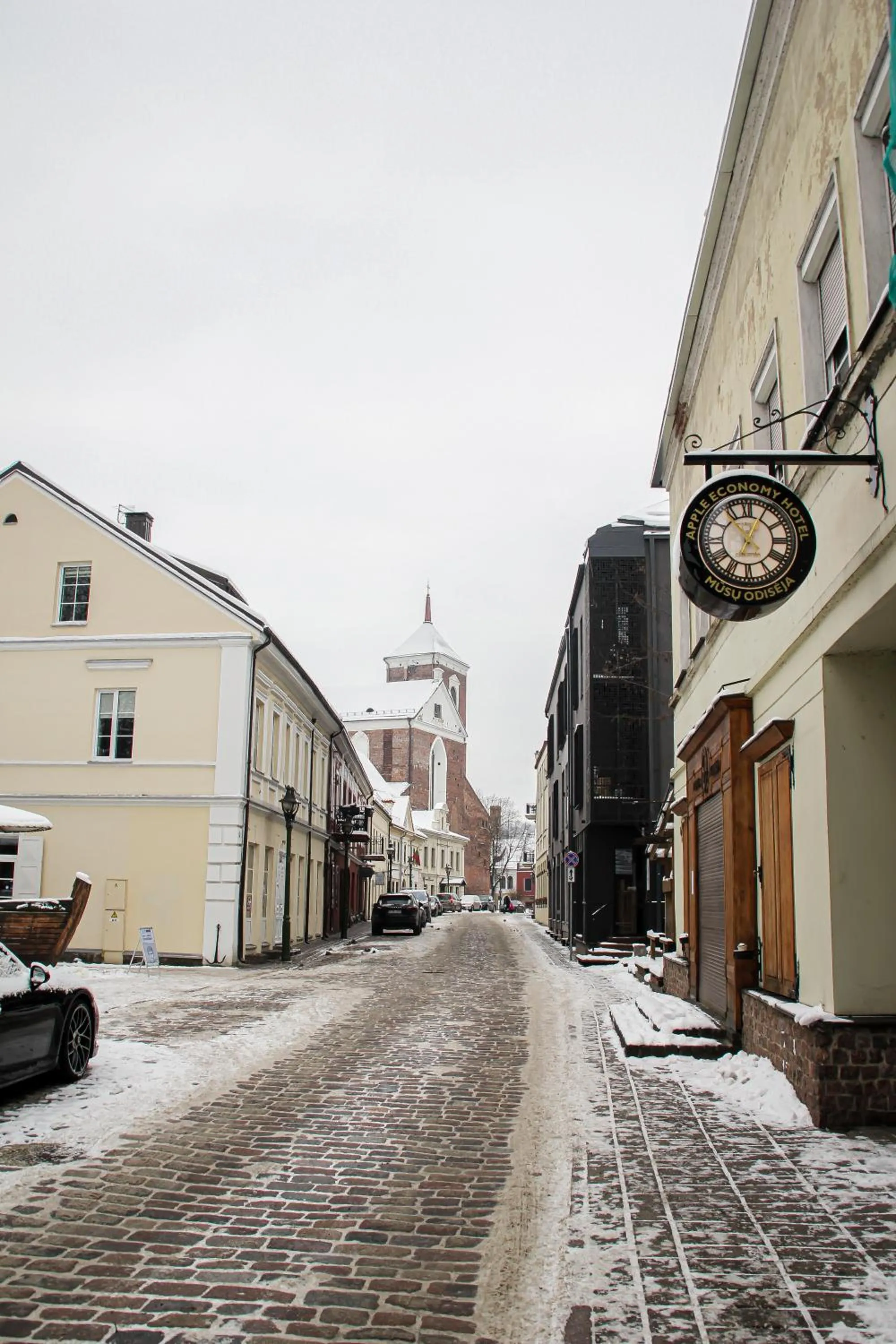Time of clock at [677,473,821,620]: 11:04
